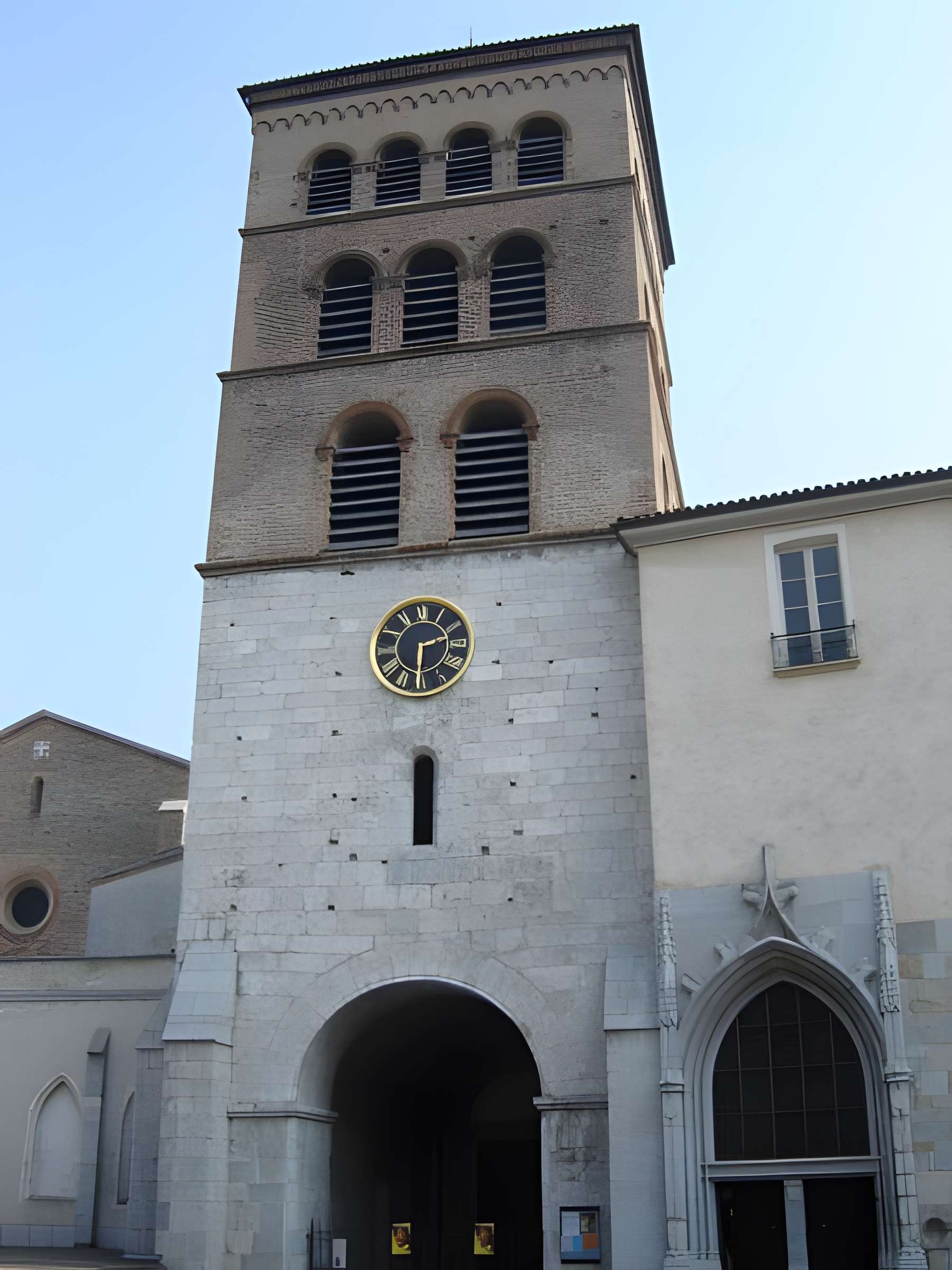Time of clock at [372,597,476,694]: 2:30
